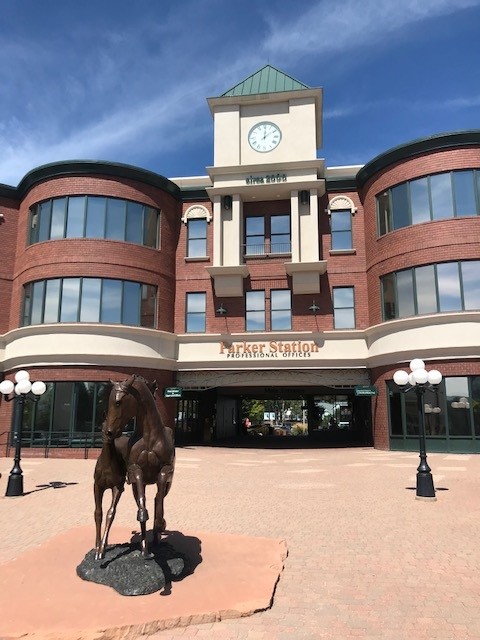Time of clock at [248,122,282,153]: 12:09
